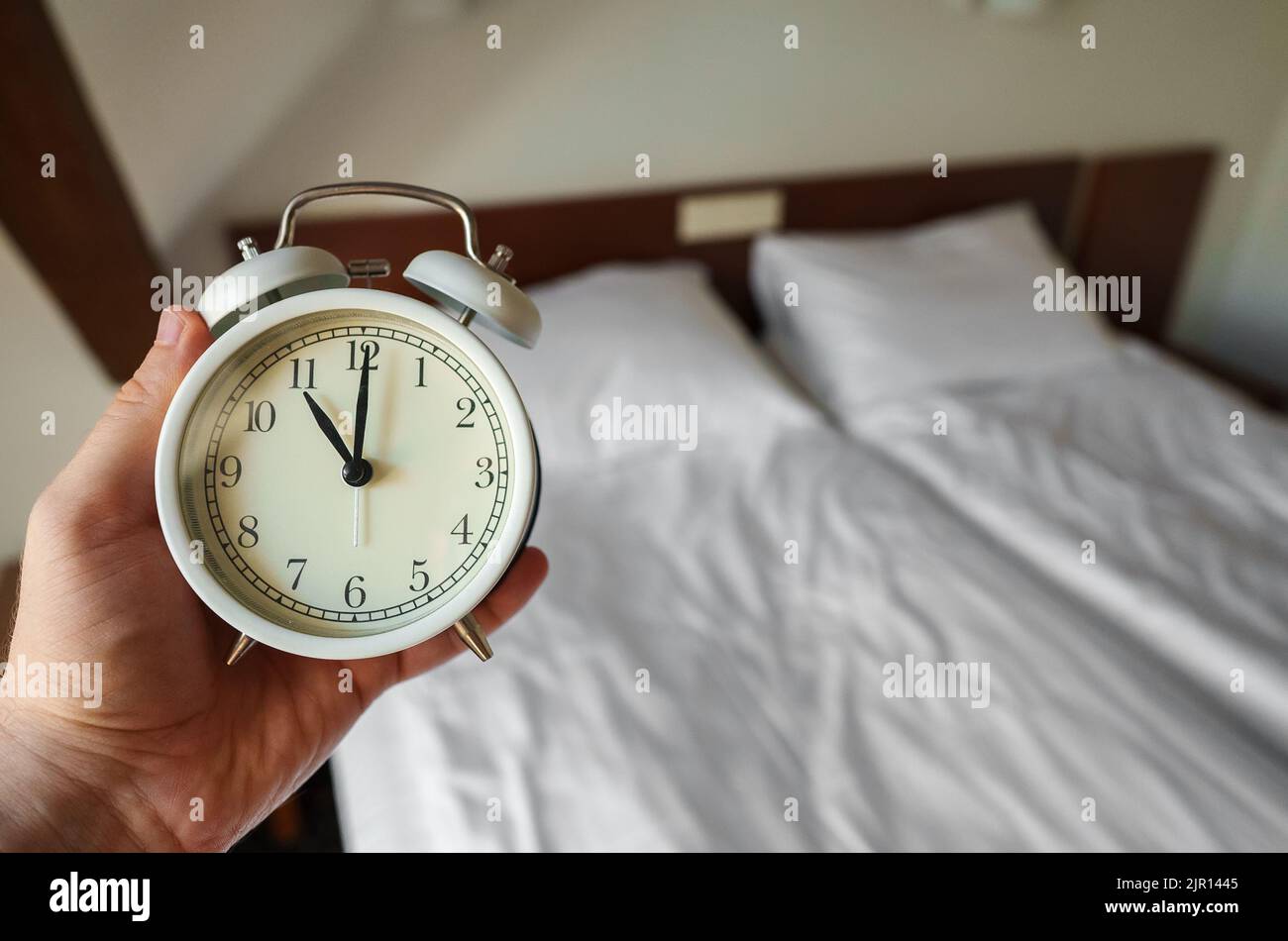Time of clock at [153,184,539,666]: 11:00
